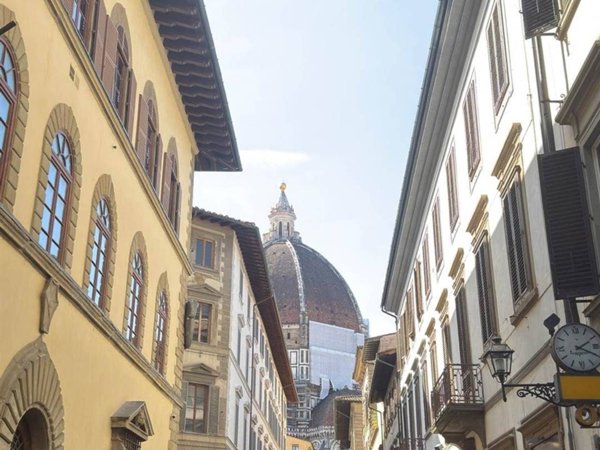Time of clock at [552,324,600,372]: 2:19
